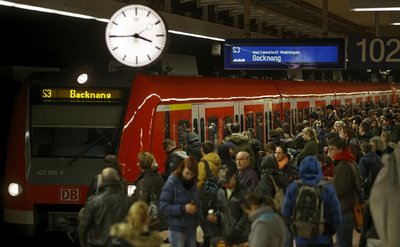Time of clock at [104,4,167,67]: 3:44
